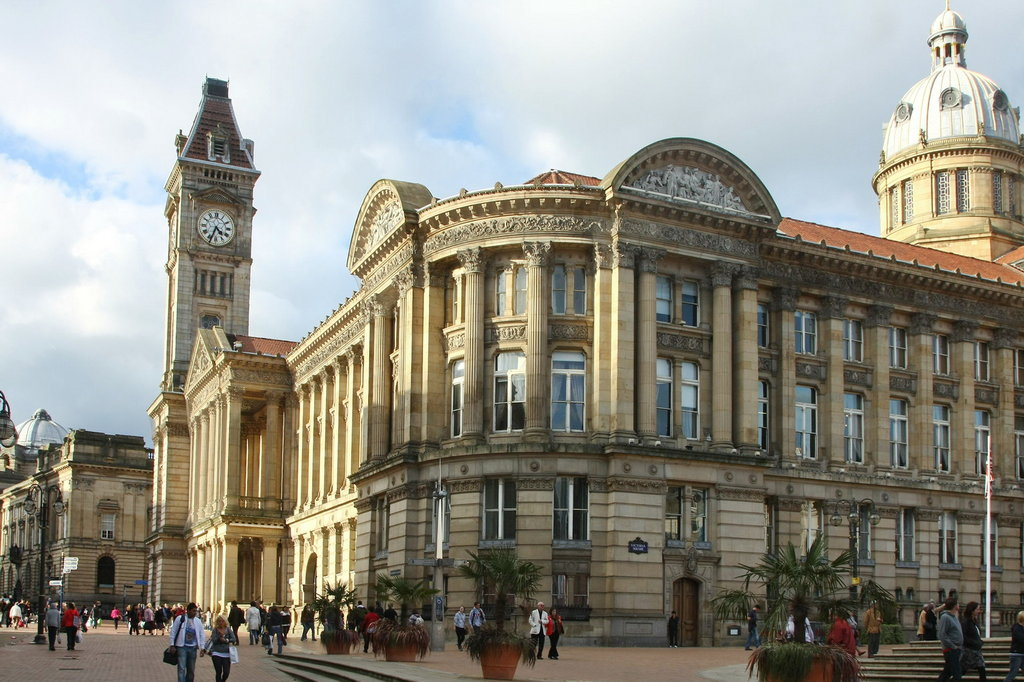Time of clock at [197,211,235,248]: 4:33
